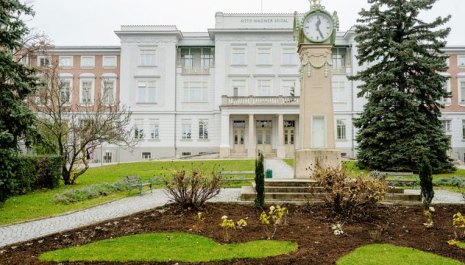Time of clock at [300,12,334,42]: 12:25
